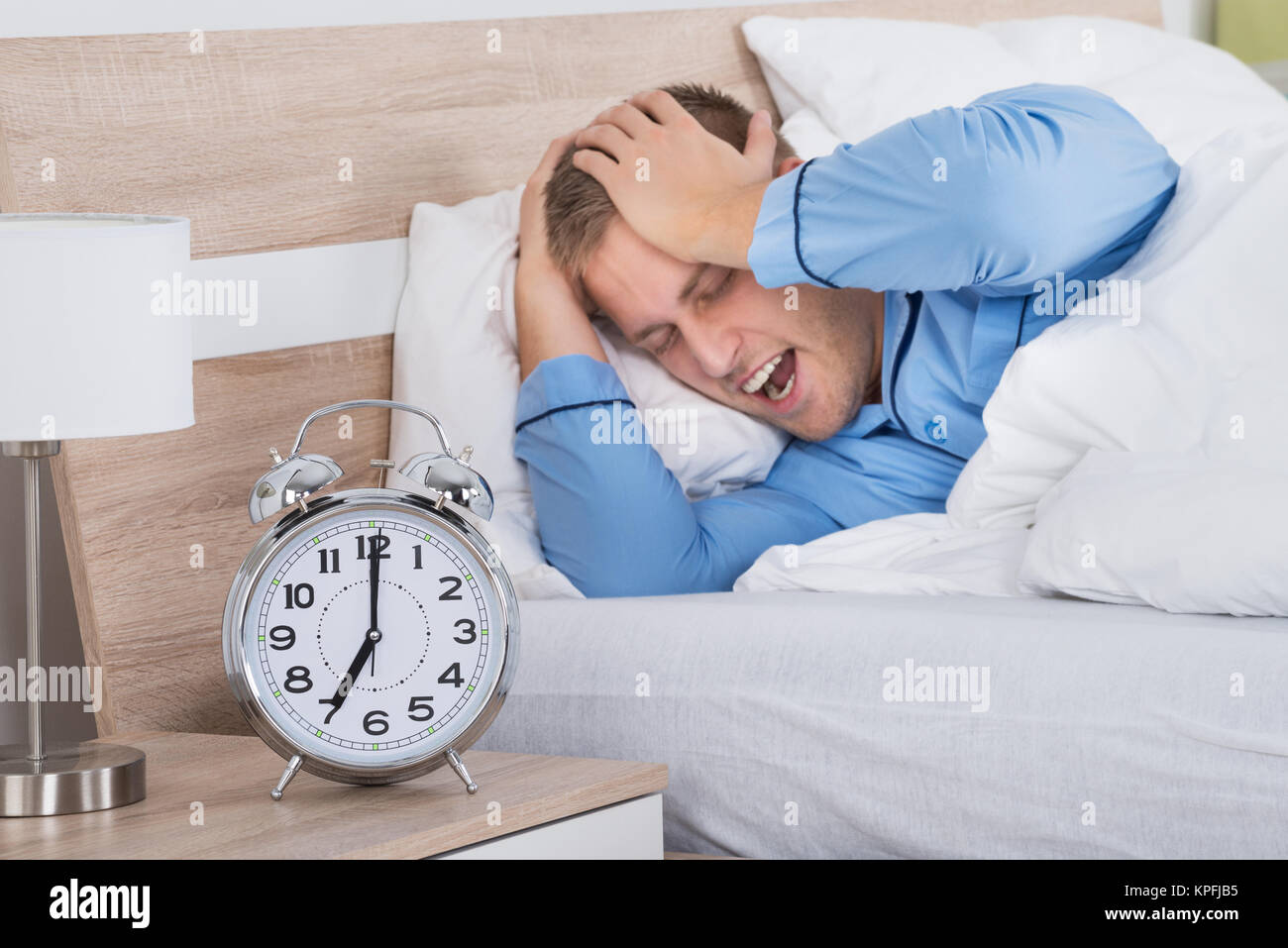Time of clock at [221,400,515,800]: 7:00
